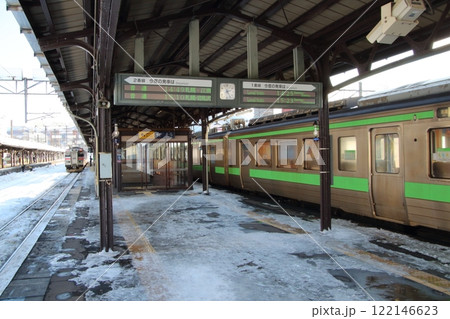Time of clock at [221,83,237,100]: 2:24
